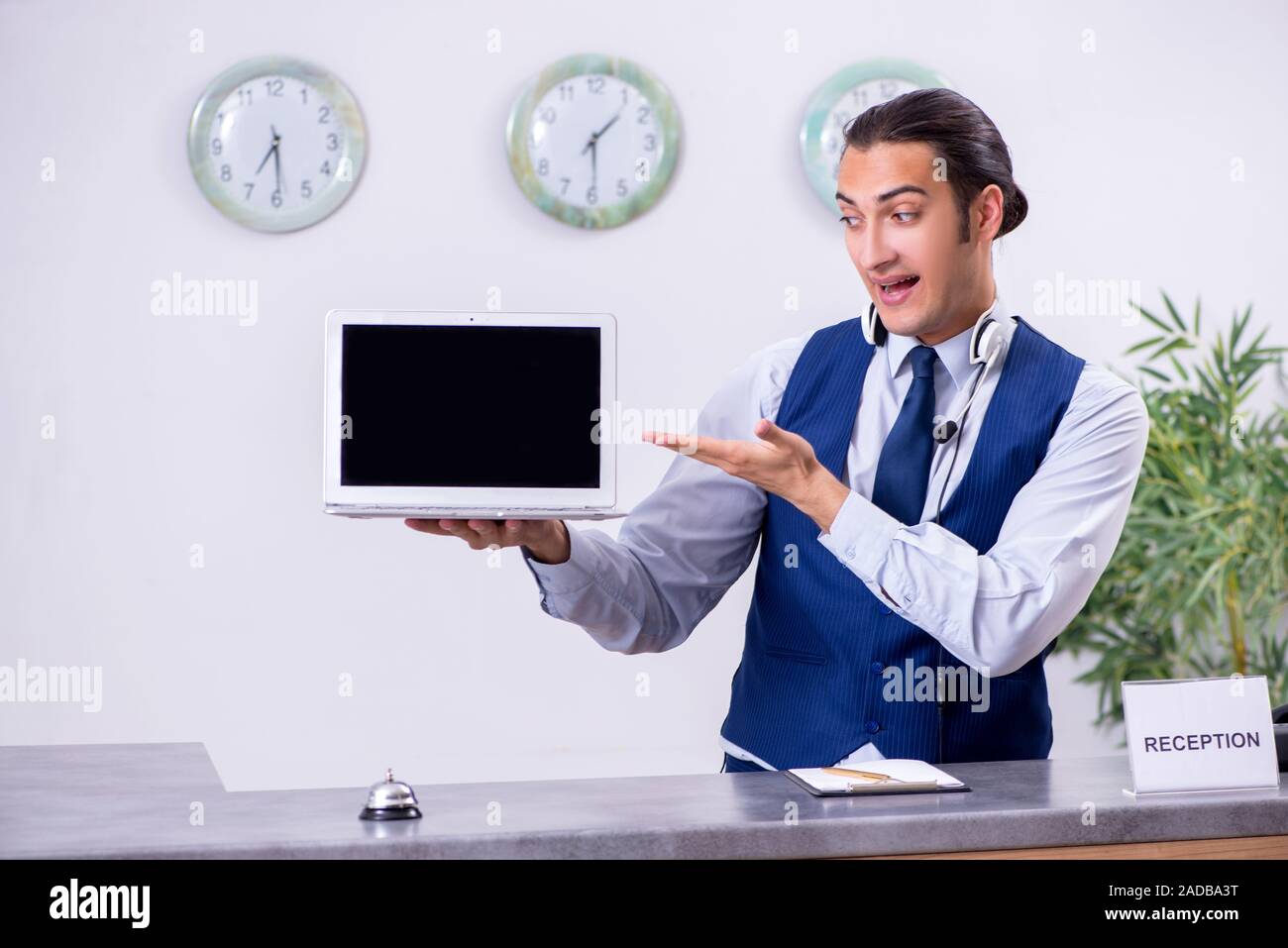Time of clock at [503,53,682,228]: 1:29
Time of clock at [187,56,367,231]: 6:29
